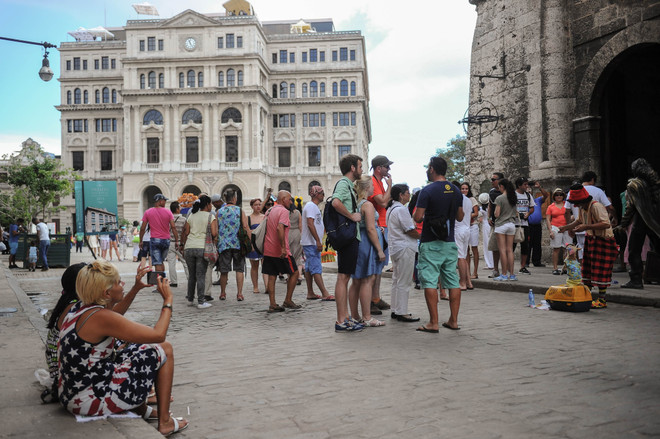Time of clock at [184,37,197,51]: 11:24
